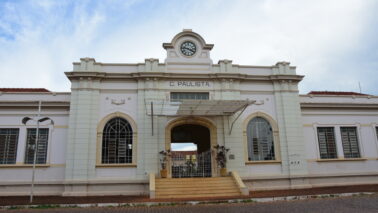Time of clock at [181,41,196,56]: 3:46
